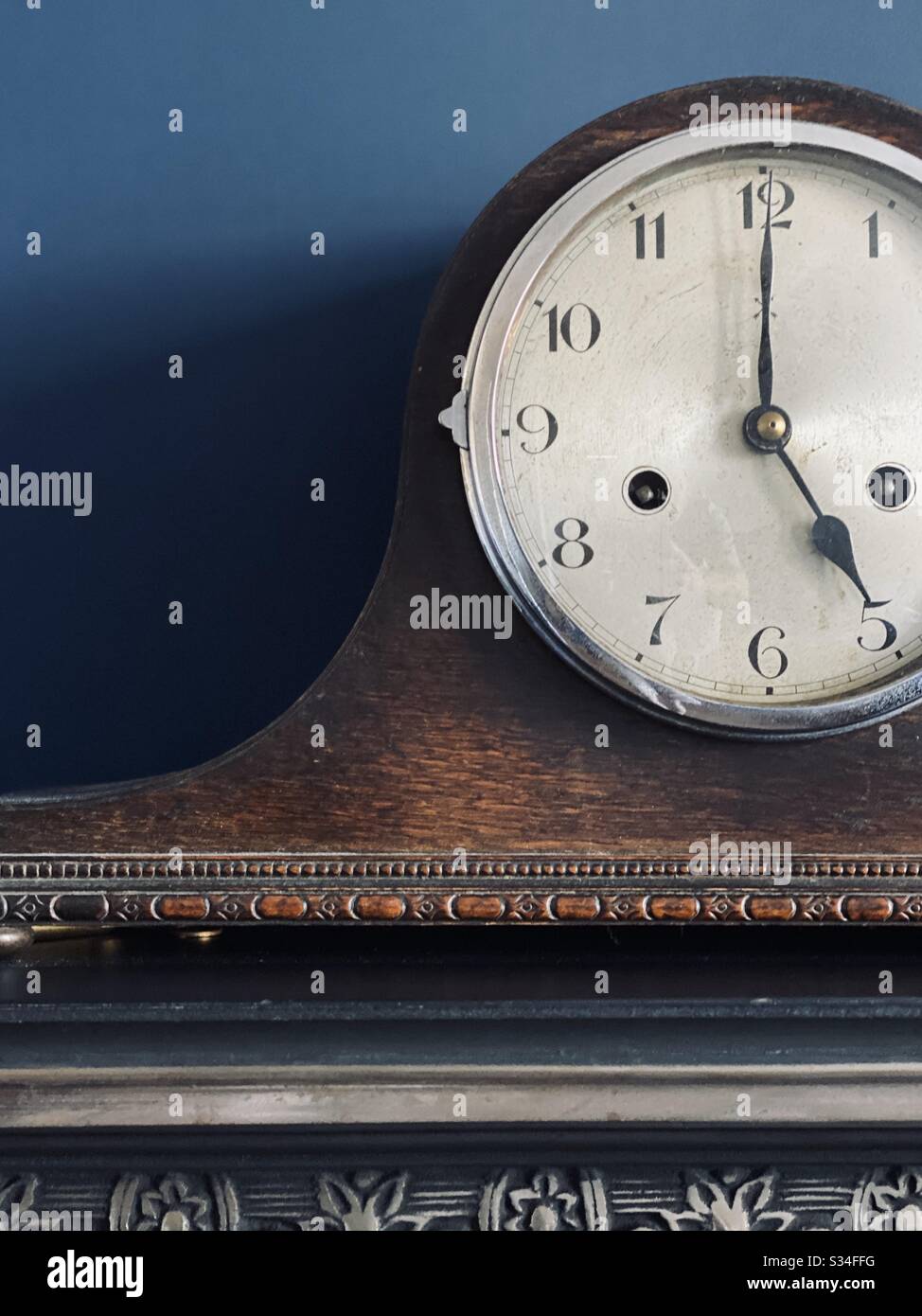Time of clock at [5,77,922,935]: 5:00
